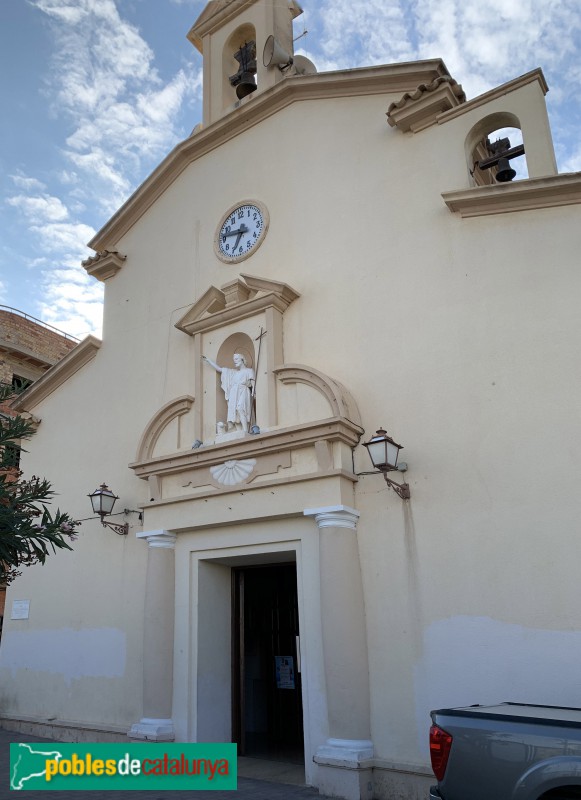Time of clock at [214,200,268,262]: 6:46
